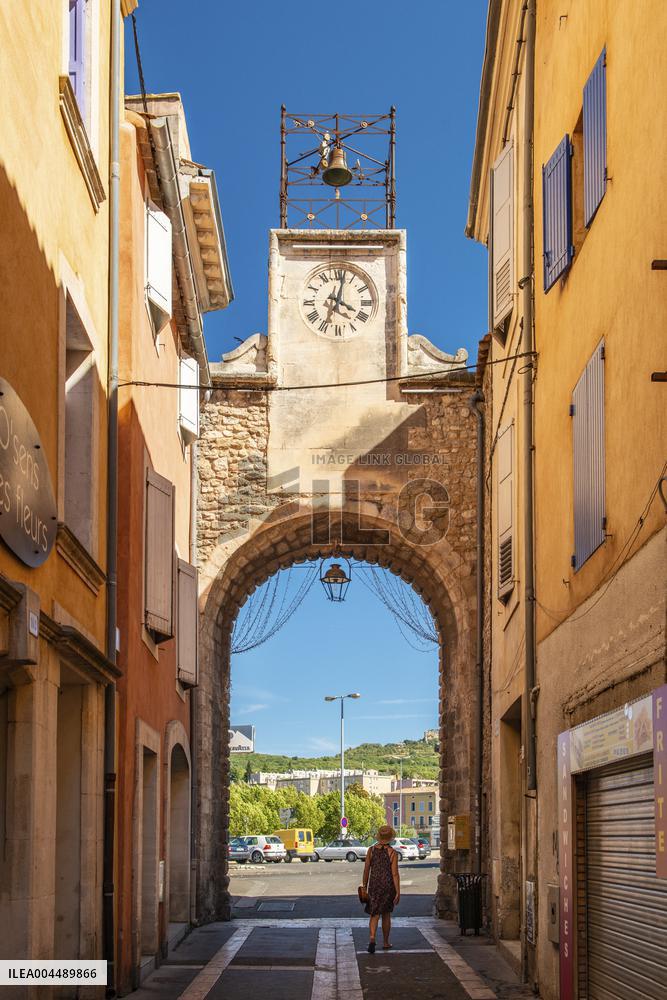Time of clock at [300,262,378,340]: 4:02
